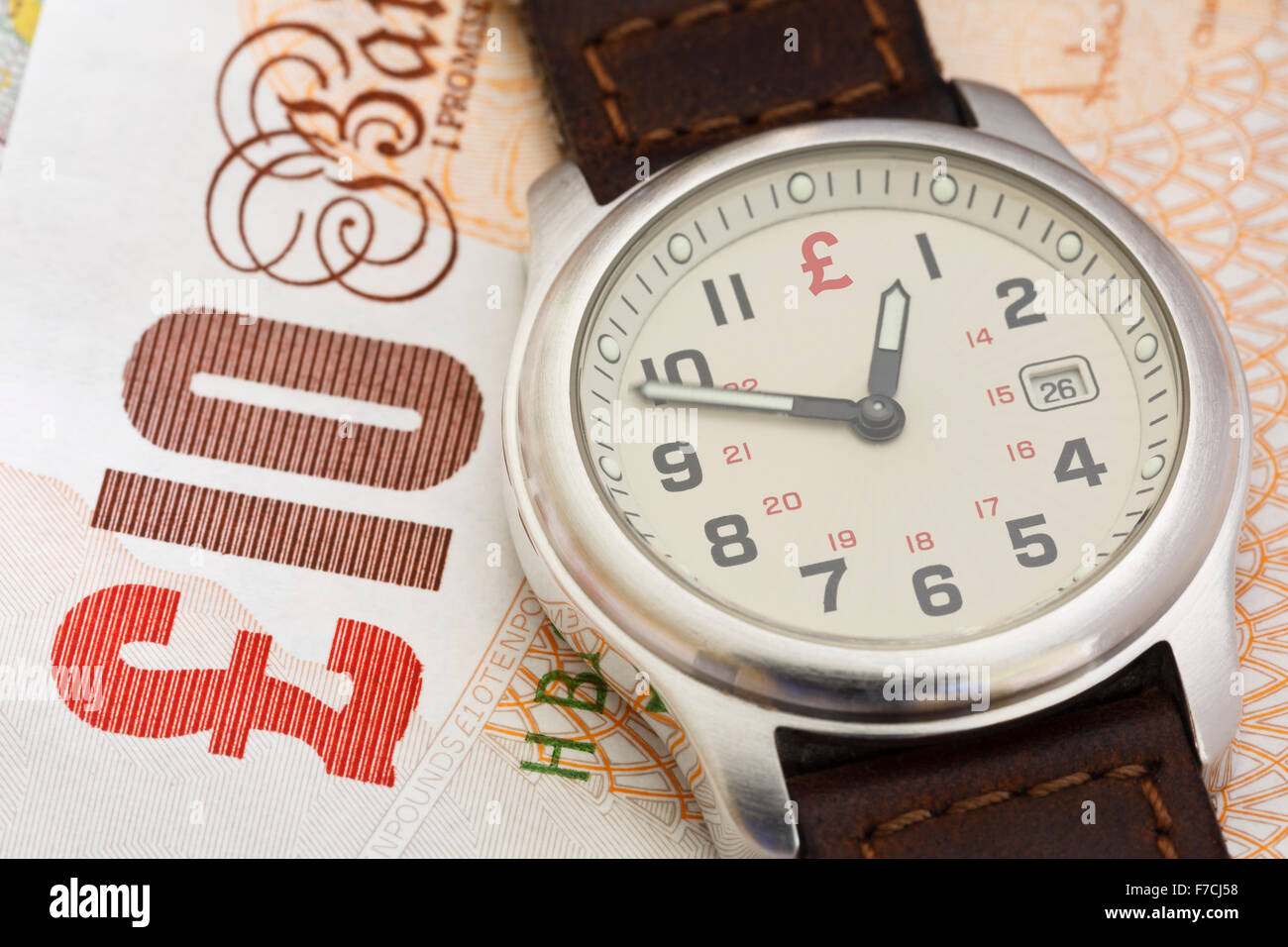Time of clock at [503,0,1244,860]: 12:48
